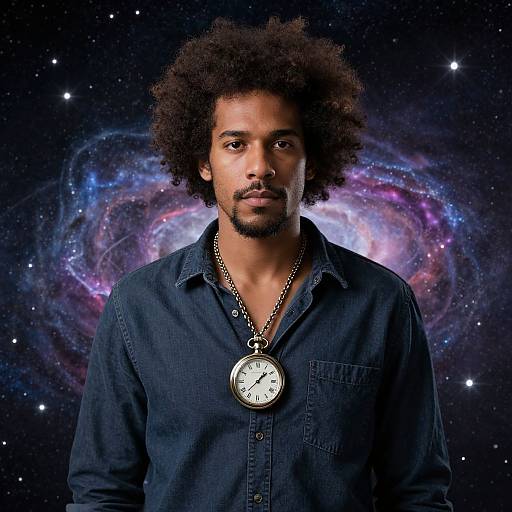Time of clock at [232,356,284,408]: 1:37
